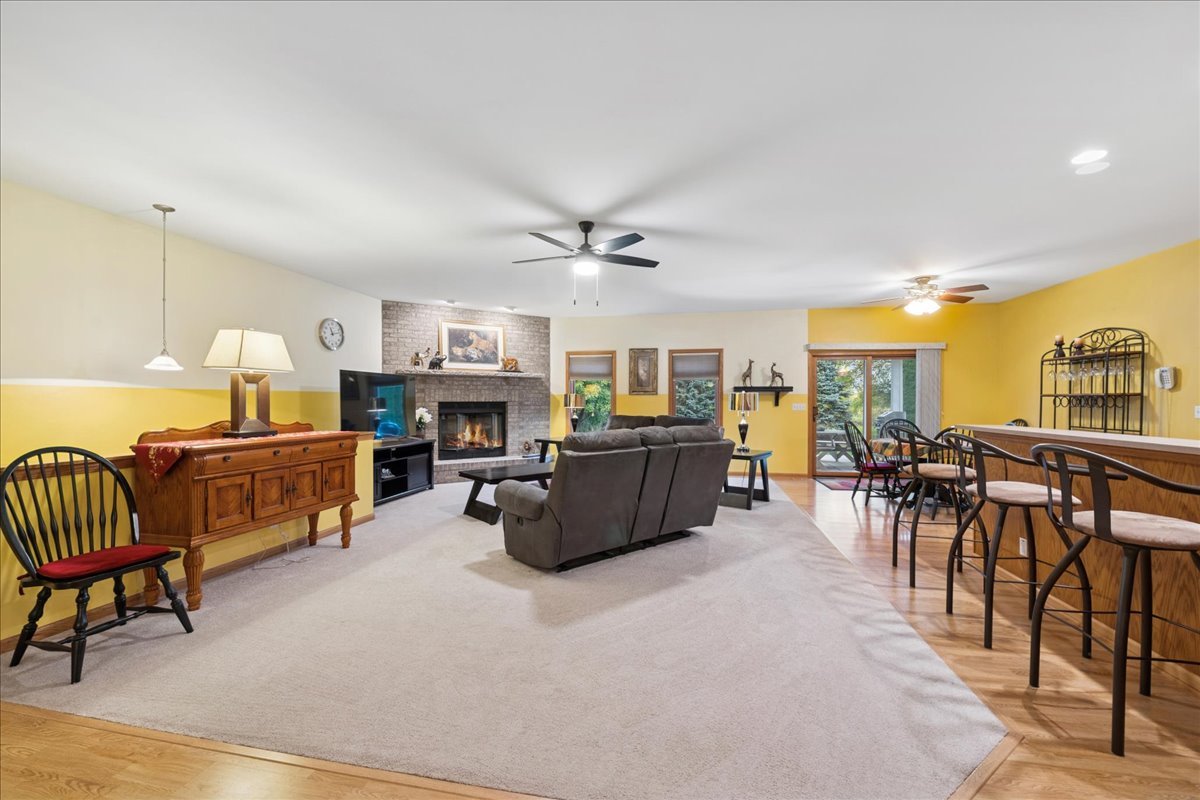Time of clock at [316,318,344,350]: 11:12
